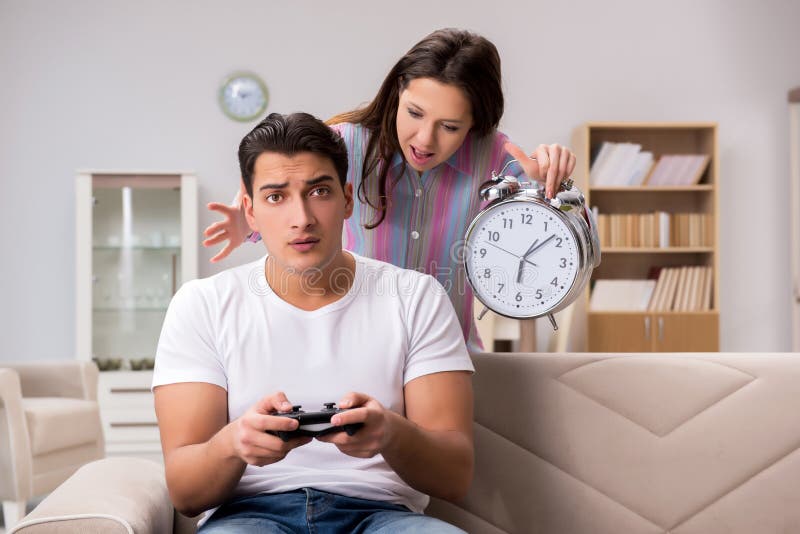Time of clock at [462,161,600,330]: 6:08
